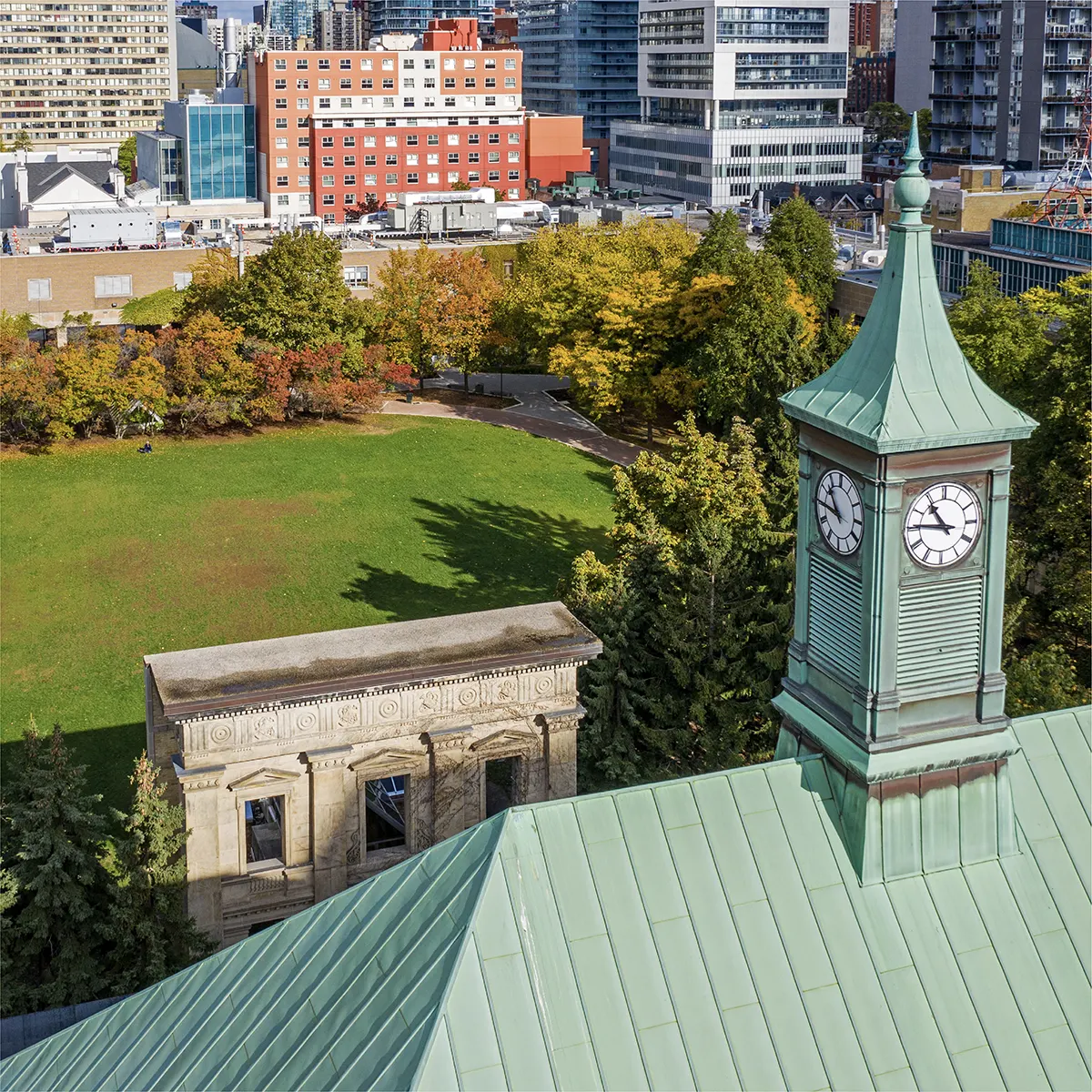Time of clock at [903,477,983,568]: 10:45
